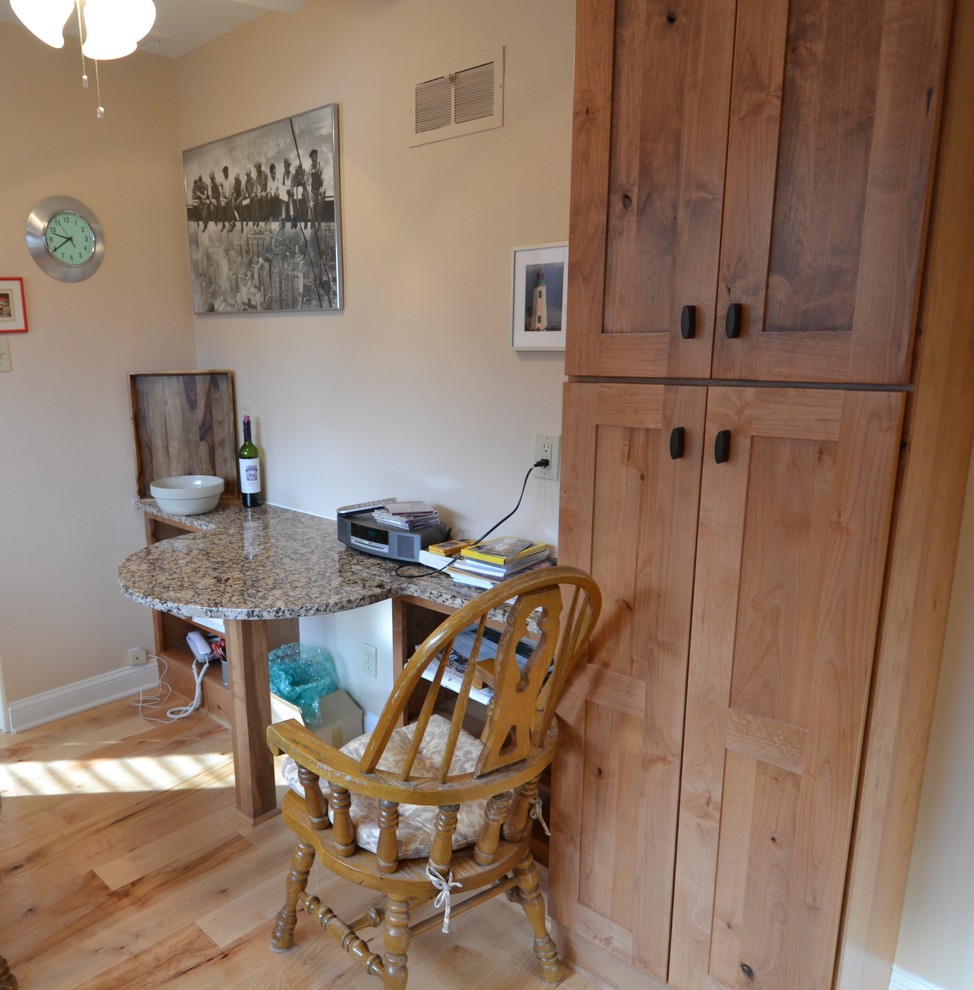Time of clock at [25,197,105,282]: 9:39
